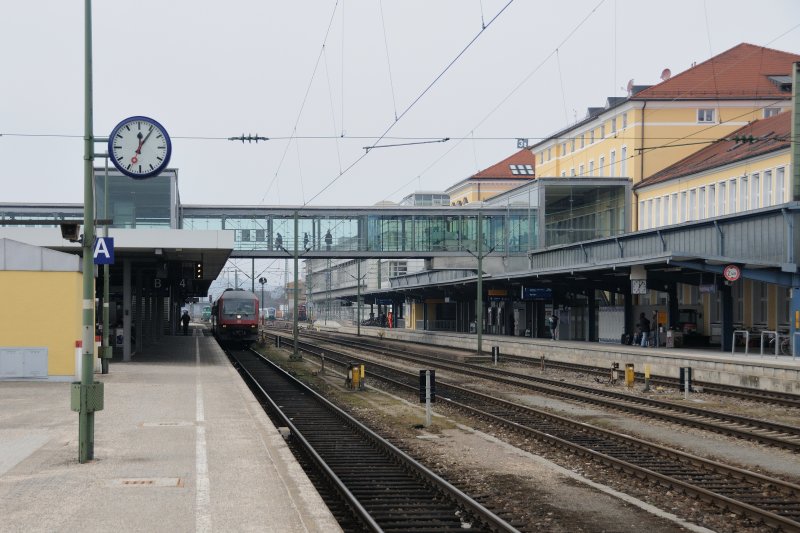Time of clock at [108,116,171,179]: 12:06
